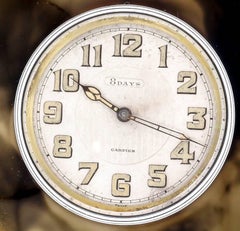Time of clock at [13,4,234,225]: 10:18
